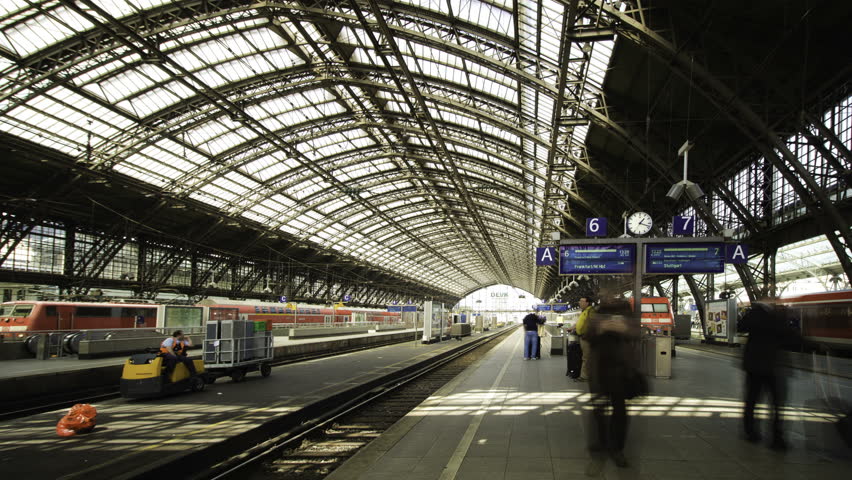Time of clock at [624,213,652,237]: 1:18
